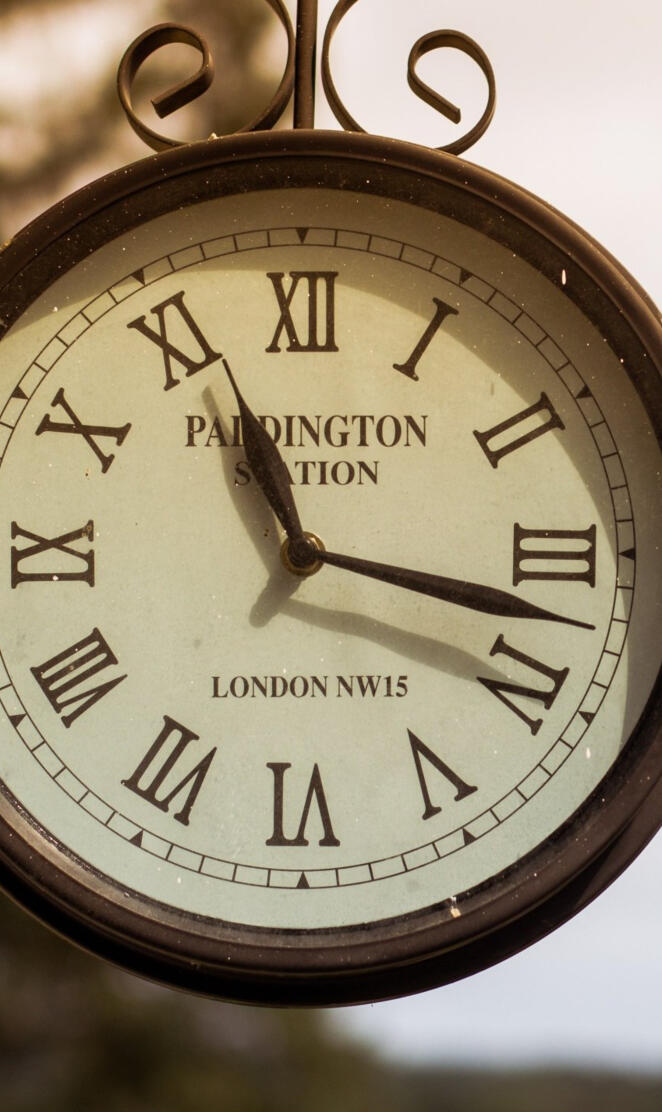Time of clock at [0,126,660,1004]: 11:17
